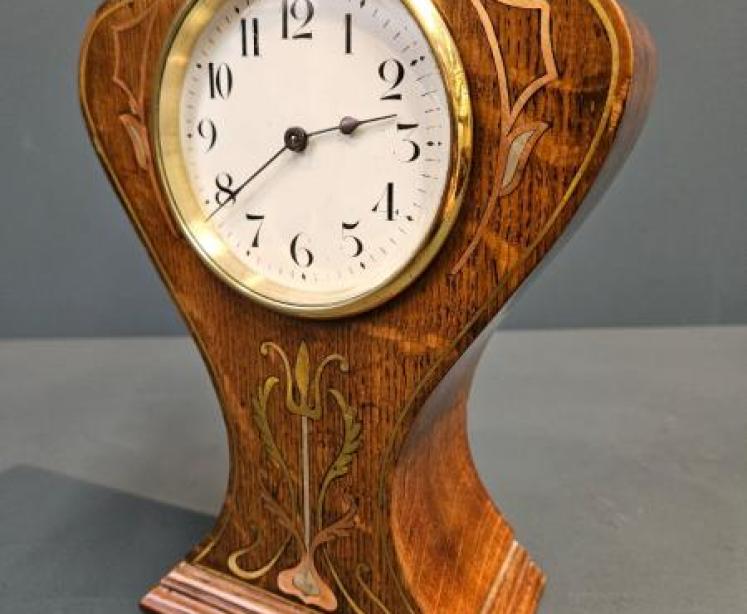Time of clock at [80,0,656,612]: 2:39
